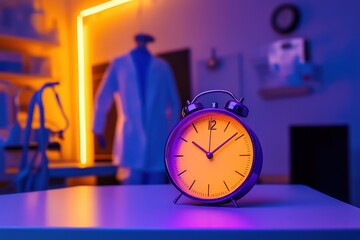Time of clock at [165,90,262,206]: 10:08
